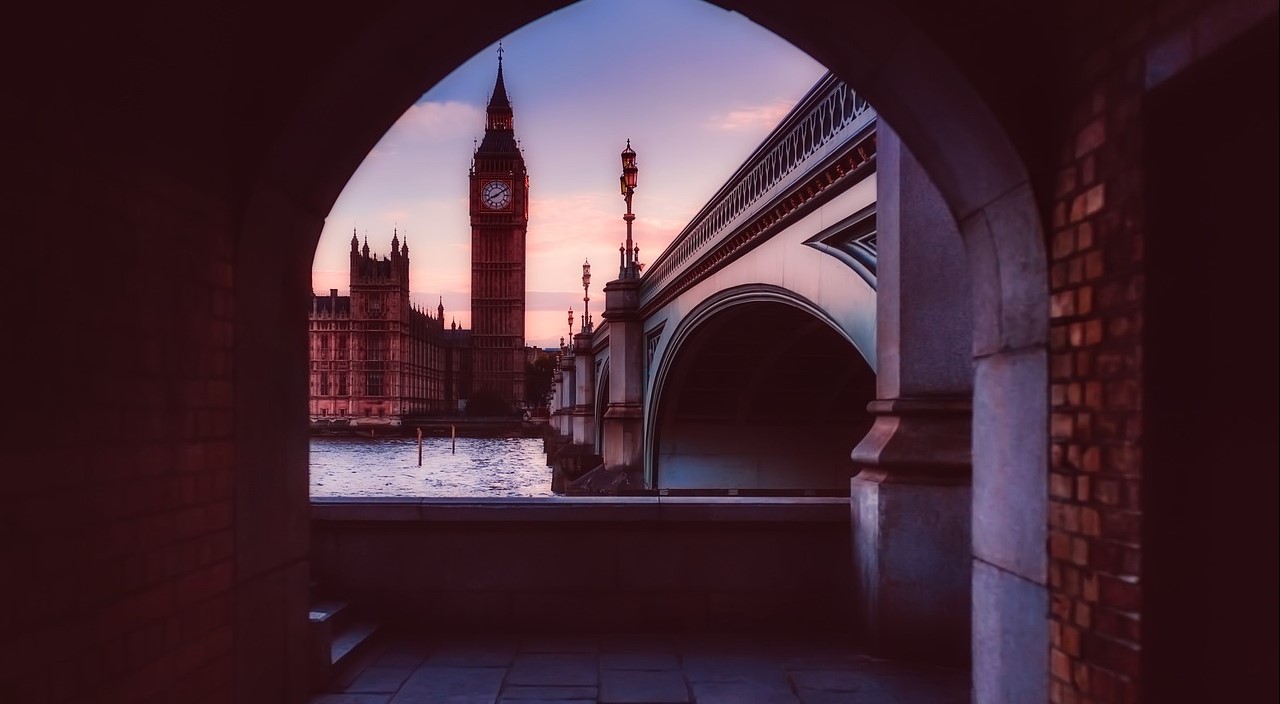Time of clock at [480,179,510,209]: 8:09
